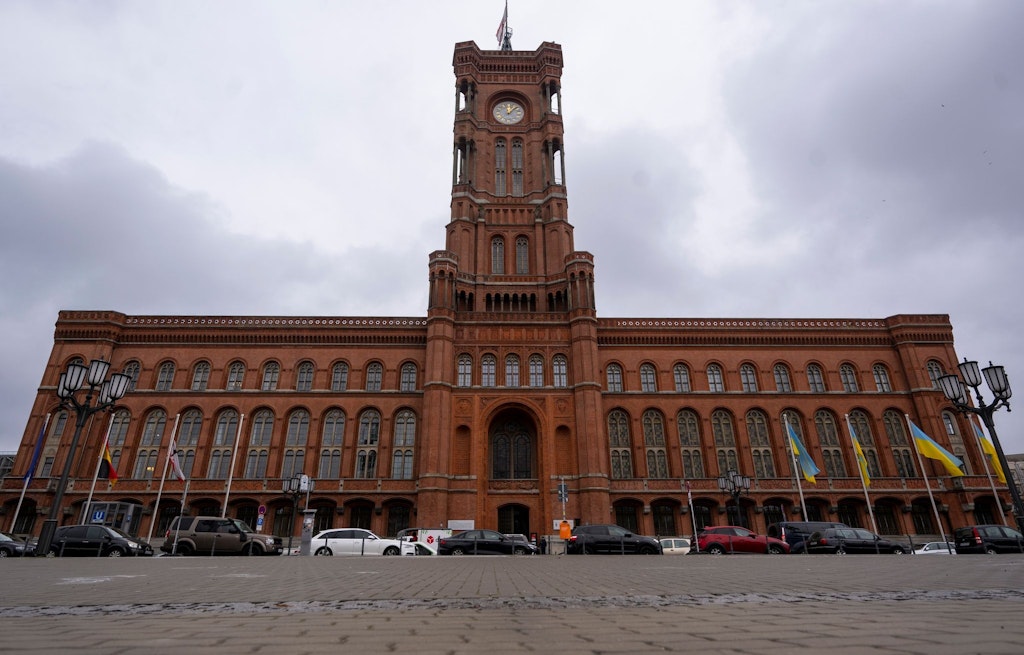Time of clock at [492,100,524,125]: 12:07
